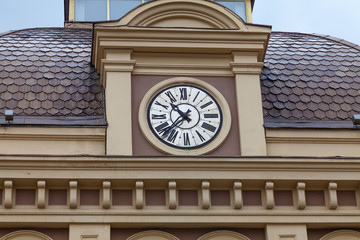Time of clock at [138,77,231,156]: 10:37
